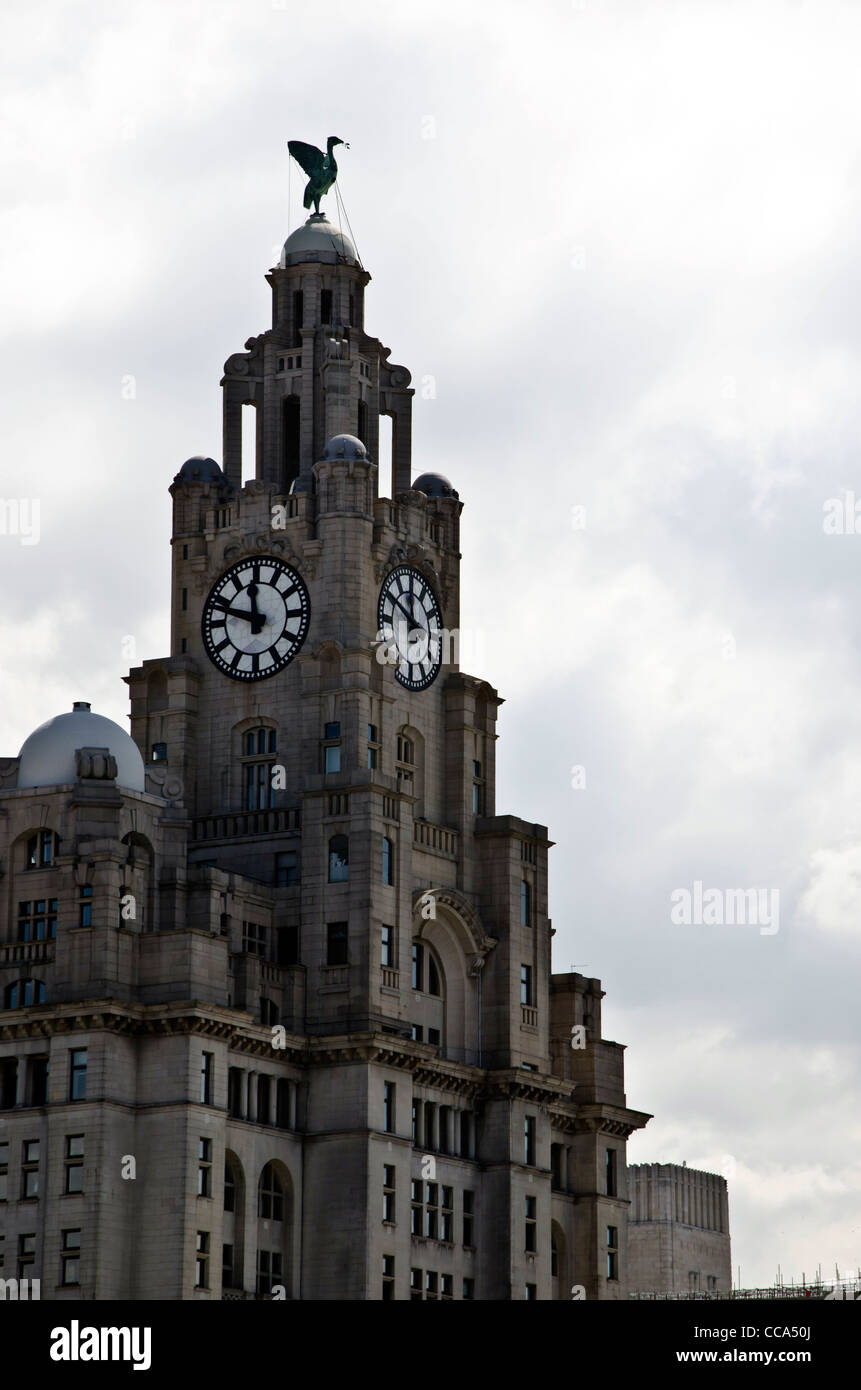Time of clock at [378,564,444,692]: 11:49
